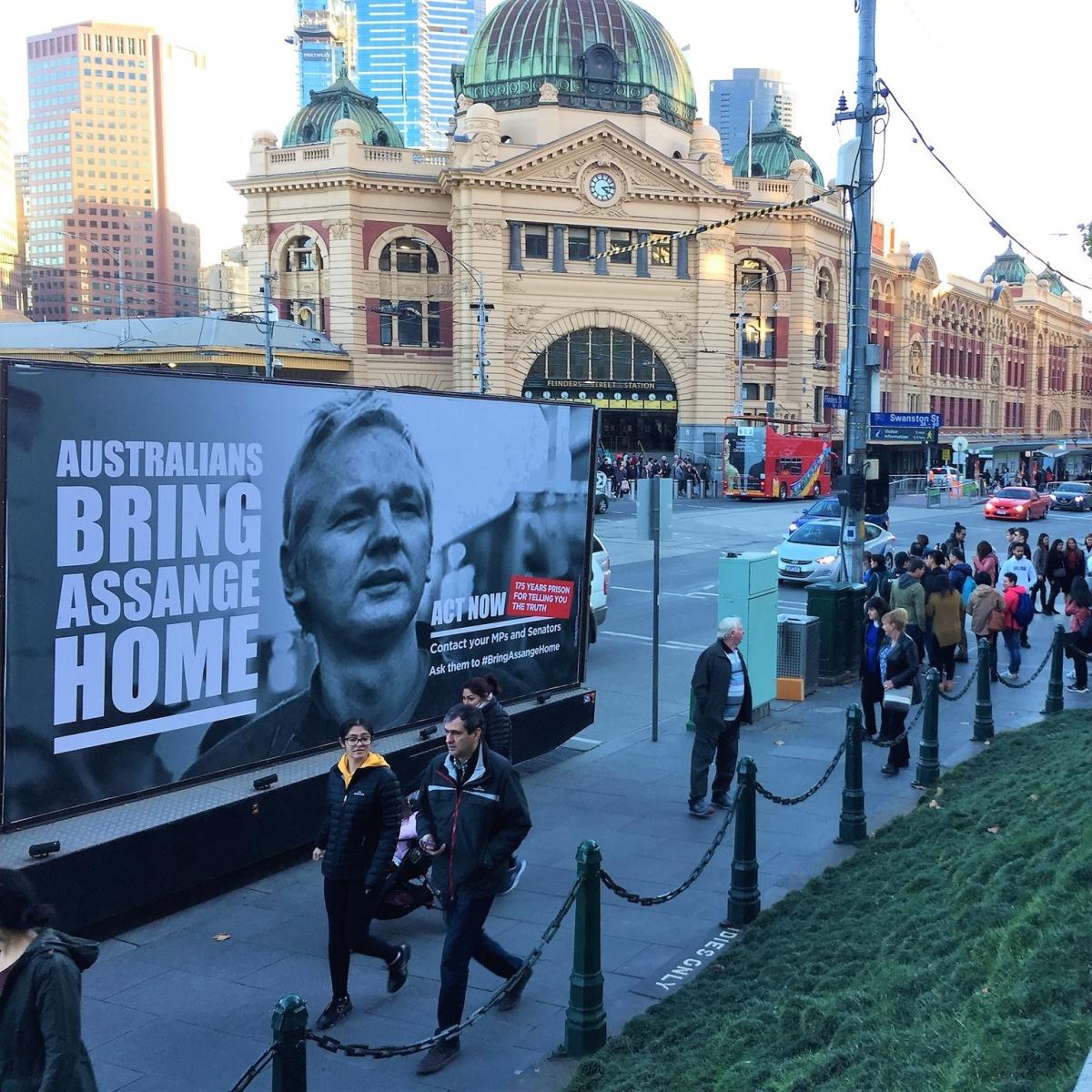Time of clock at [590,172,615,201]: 4:13
